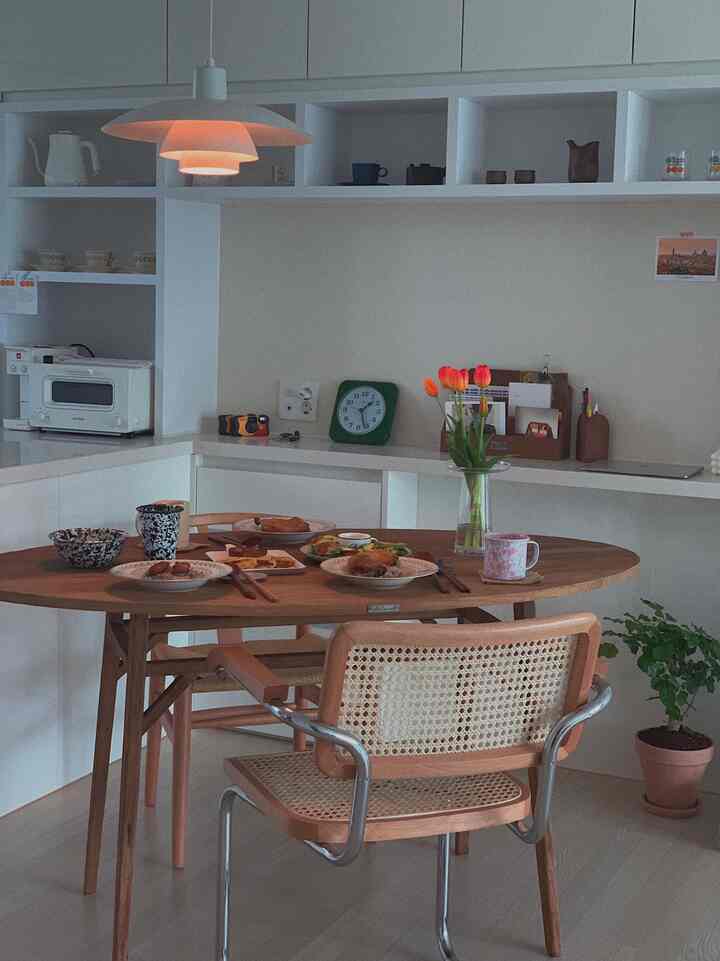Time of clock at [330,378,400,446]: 1:26
